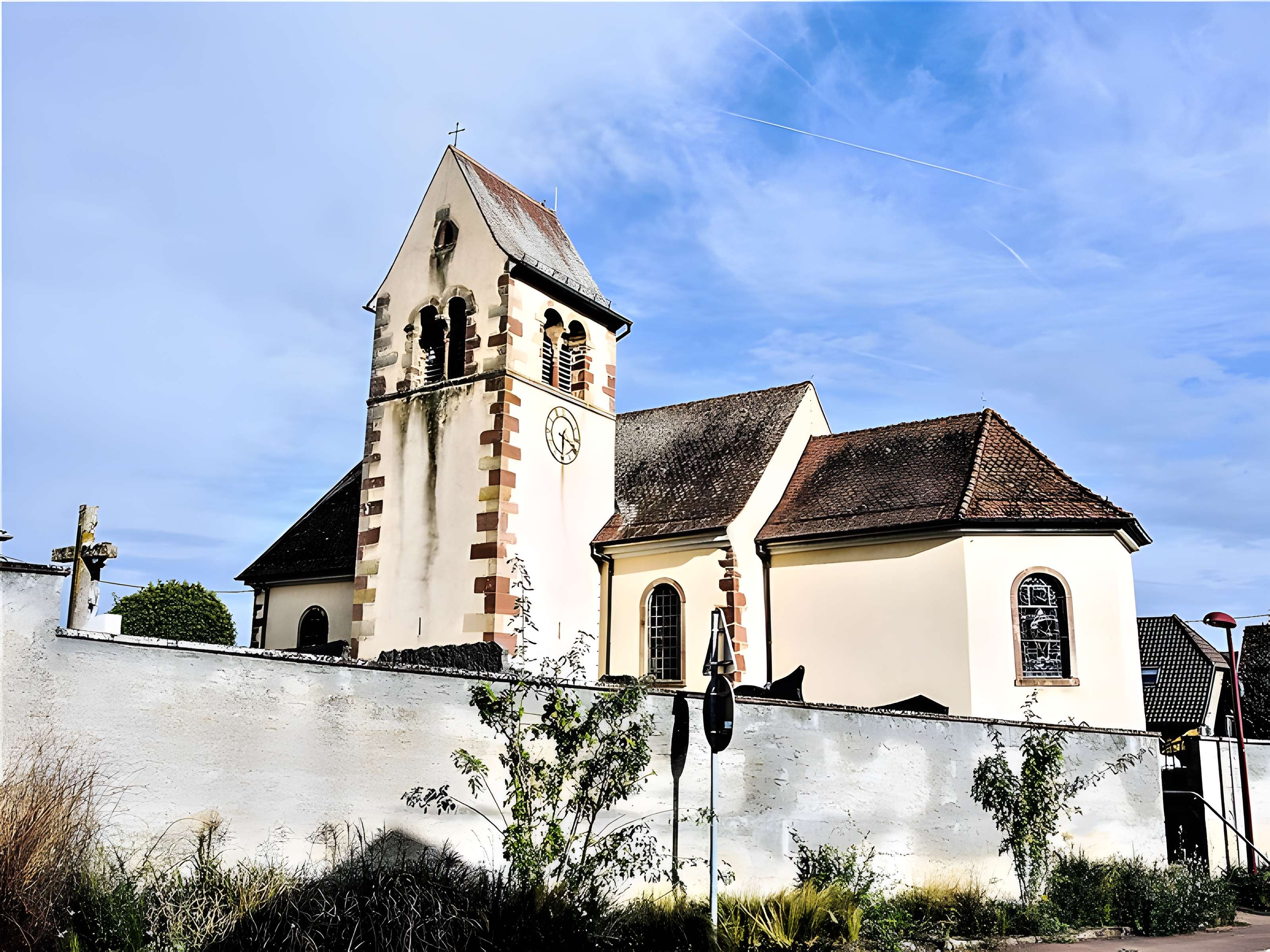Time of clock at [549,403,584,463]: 6:18
